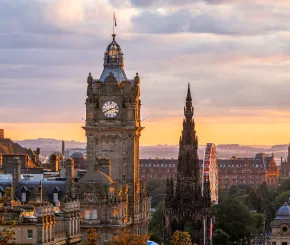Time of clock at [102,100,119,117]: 8:12
